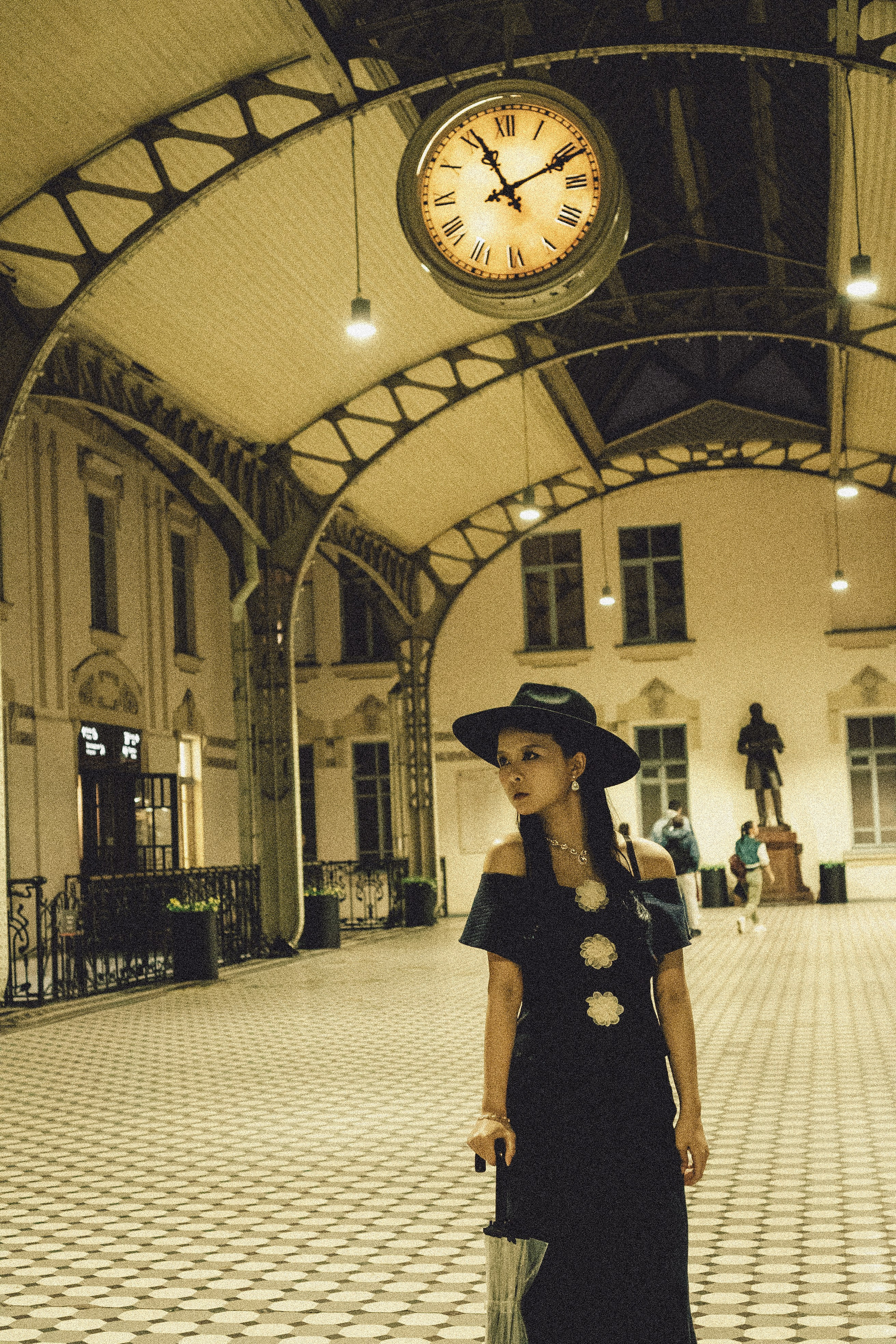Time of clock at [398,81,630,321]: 11:10
